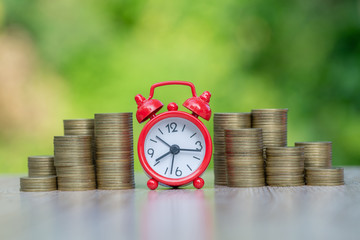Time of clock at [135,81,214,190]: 8:16
